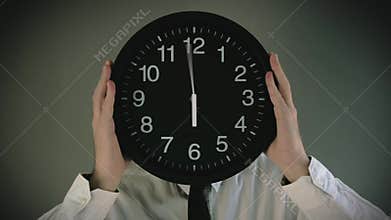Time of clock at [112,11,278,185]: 5:59
